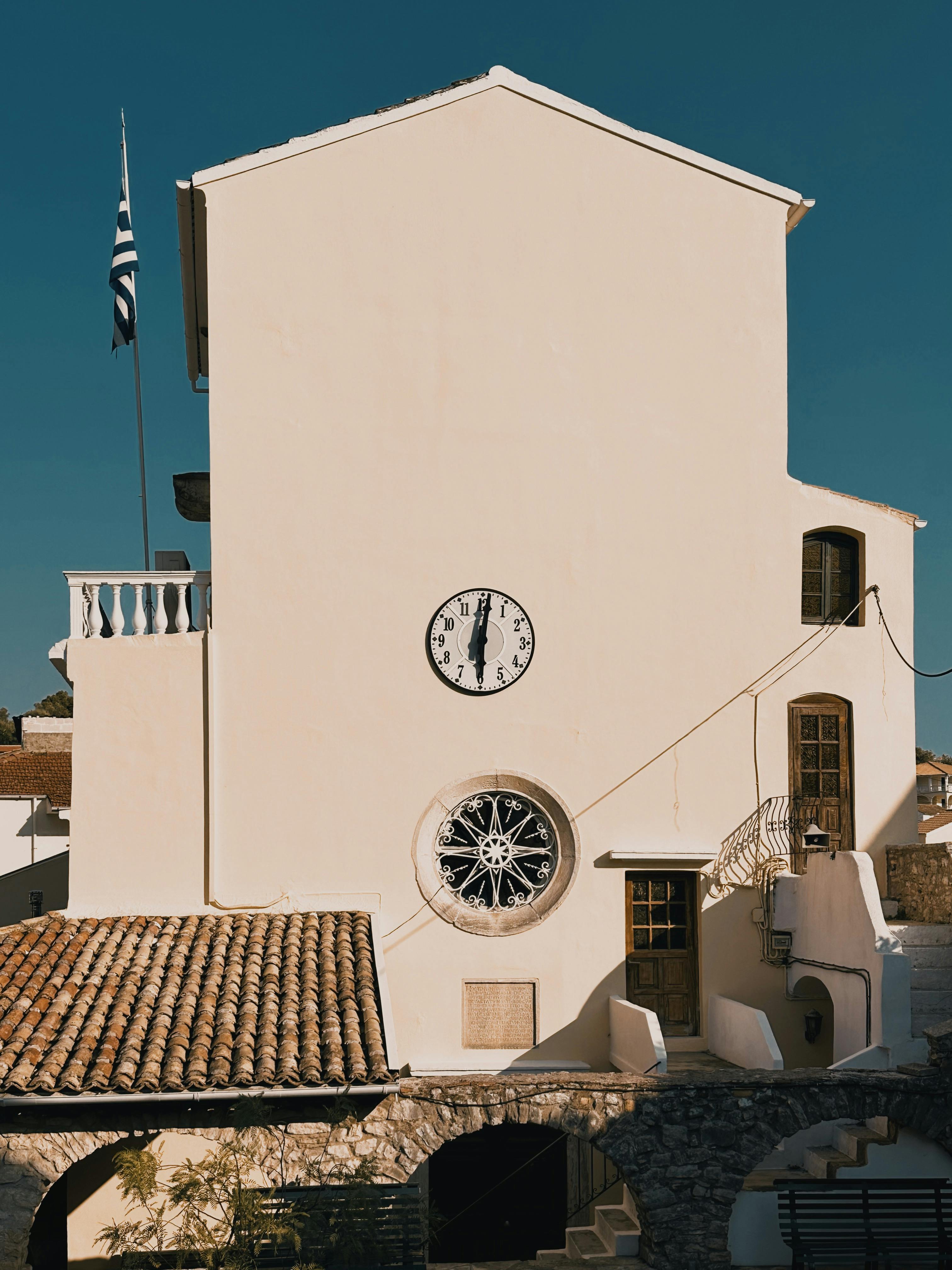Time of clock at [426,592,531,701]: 6:01
